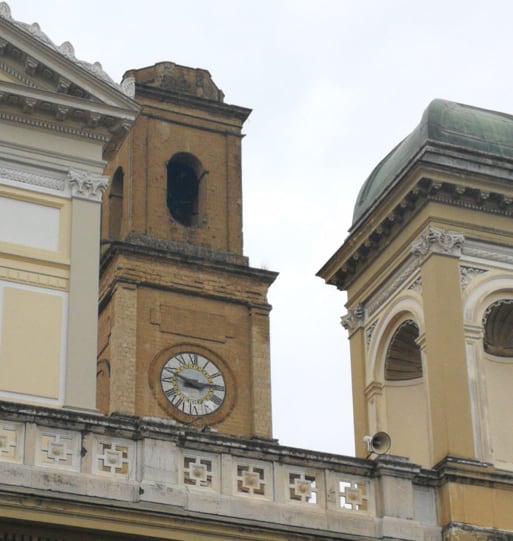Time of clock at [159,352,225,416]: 2:48
